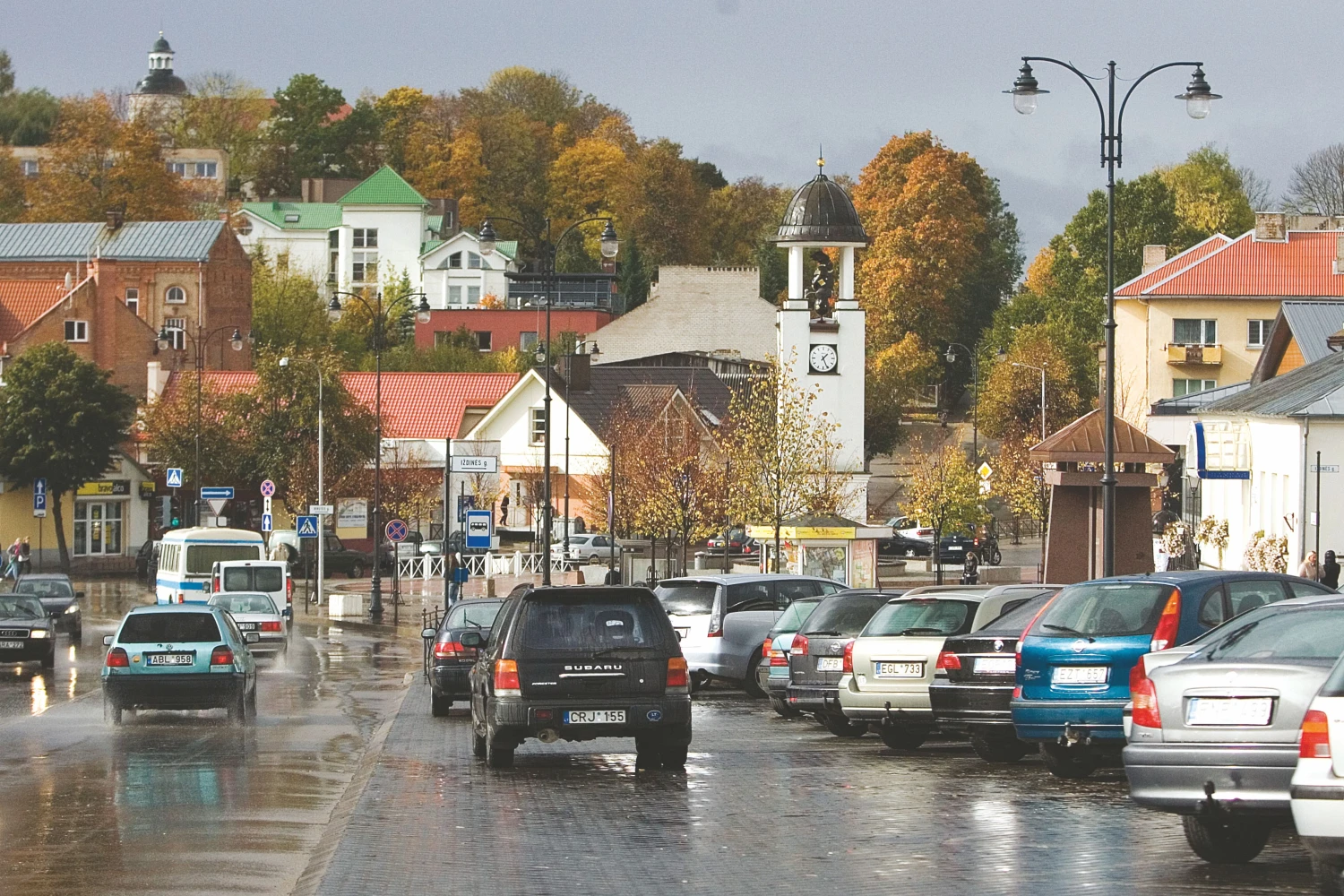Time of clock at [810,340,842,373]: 1:26
